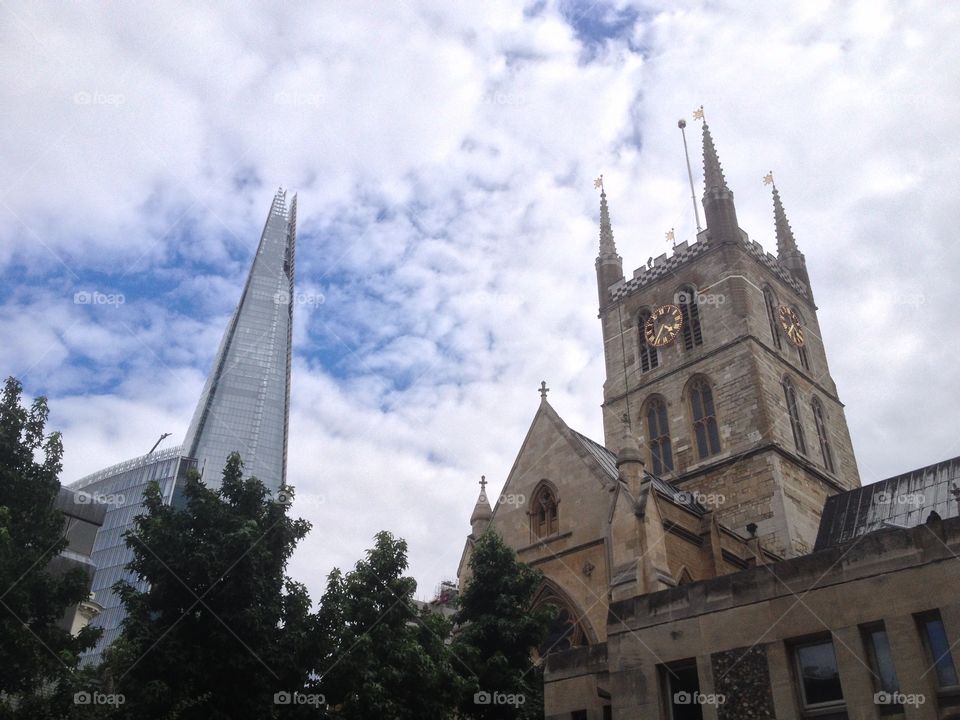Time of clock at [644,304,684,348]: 3:34
